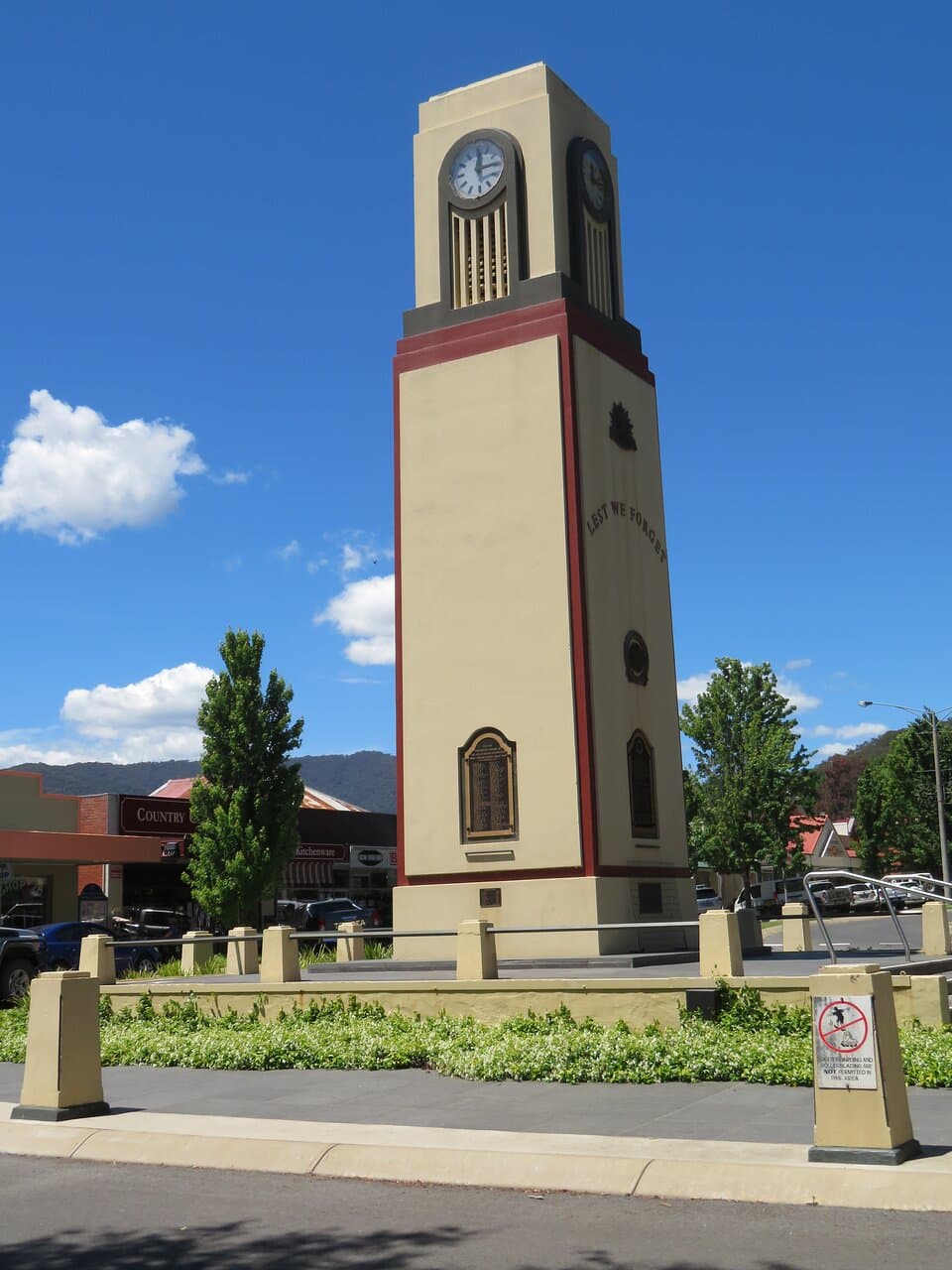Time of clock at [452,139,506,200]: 12:14
